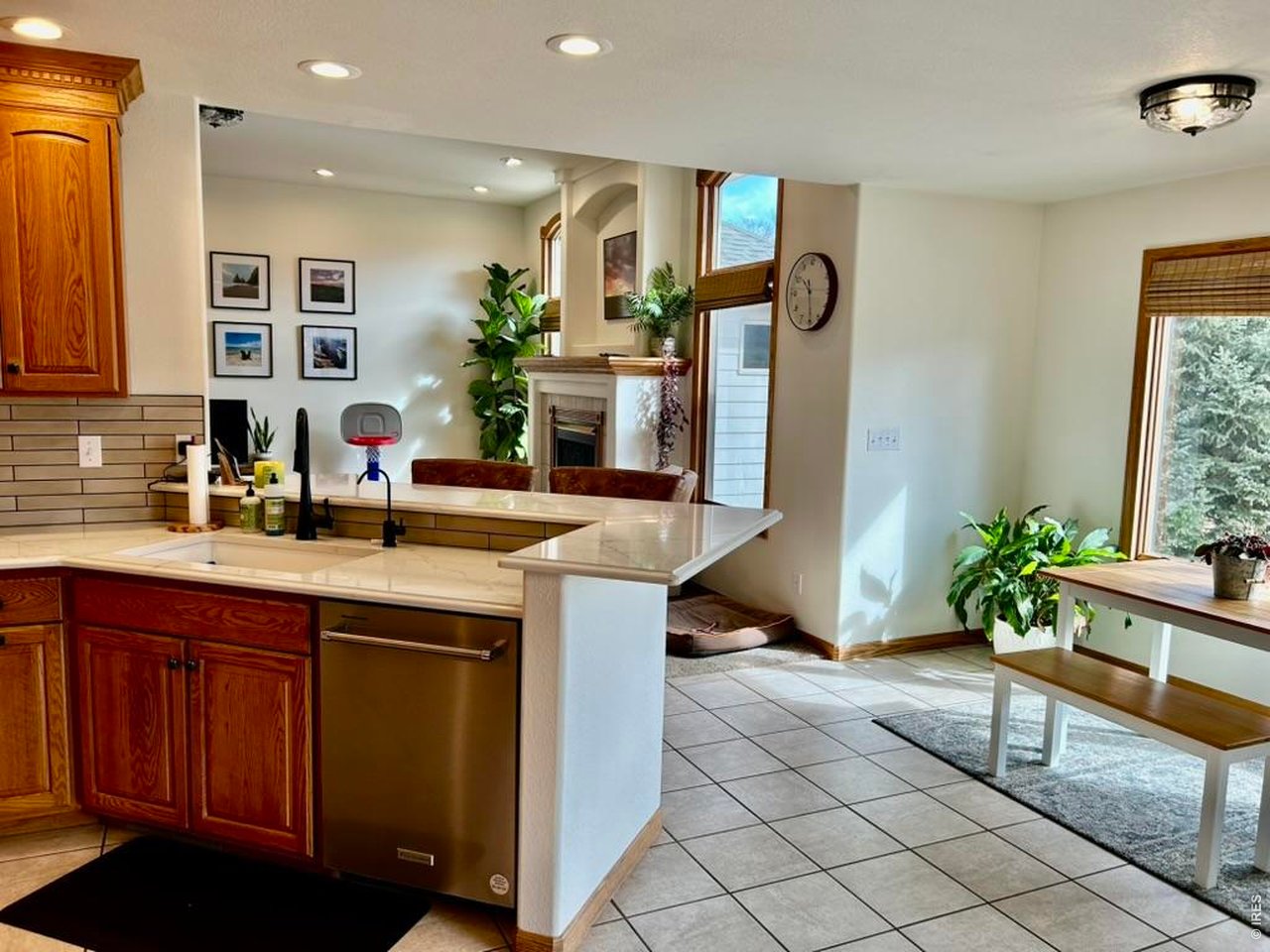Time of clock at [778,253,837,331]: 10:28
